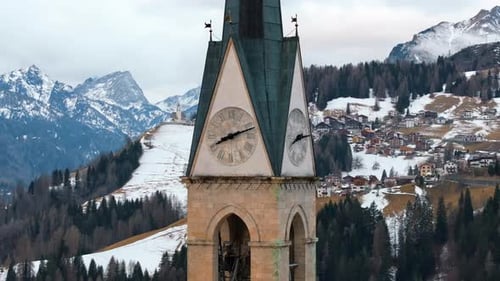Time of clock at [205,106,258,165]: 8:12
